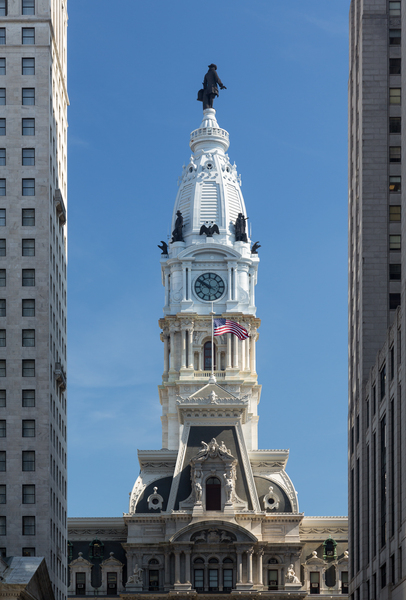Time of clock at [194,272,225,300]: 9:50
